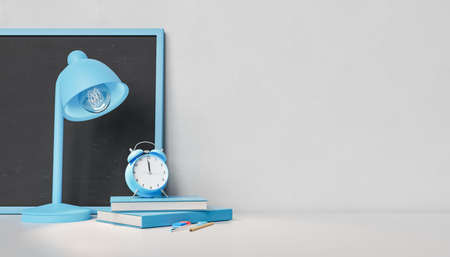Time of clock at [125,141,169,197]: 11:59
